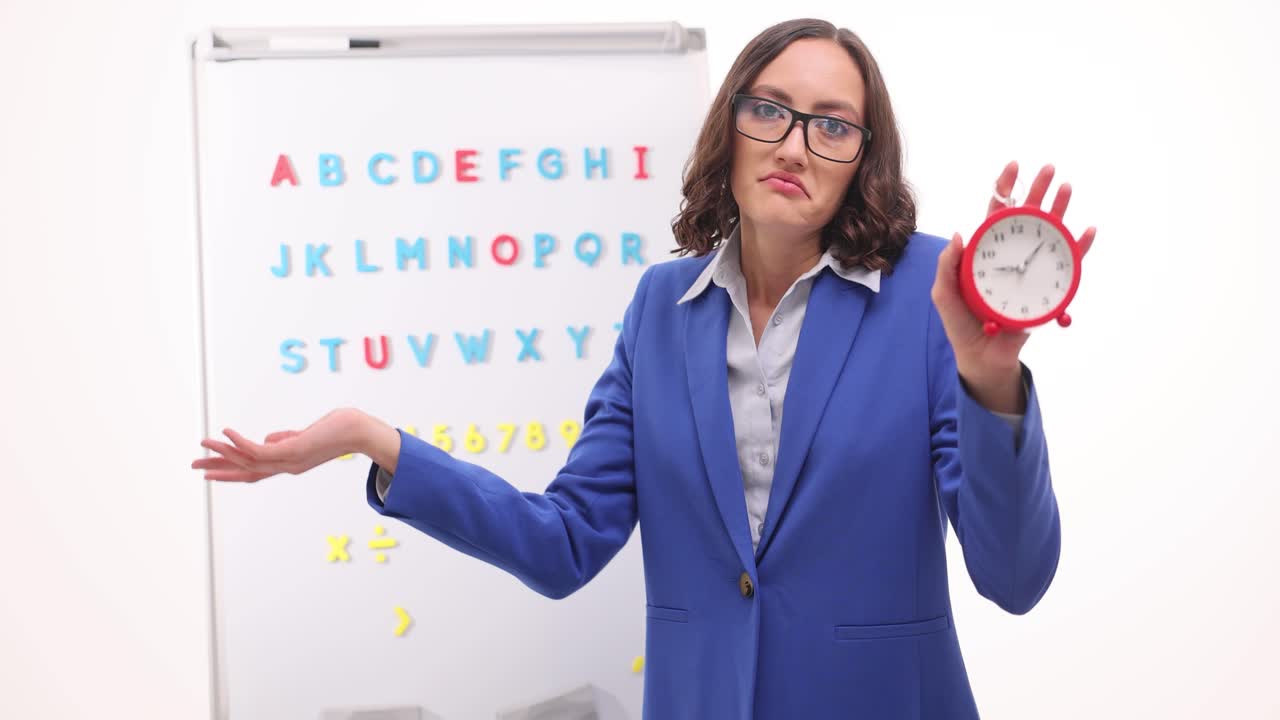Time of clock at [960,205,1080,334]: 9:07
